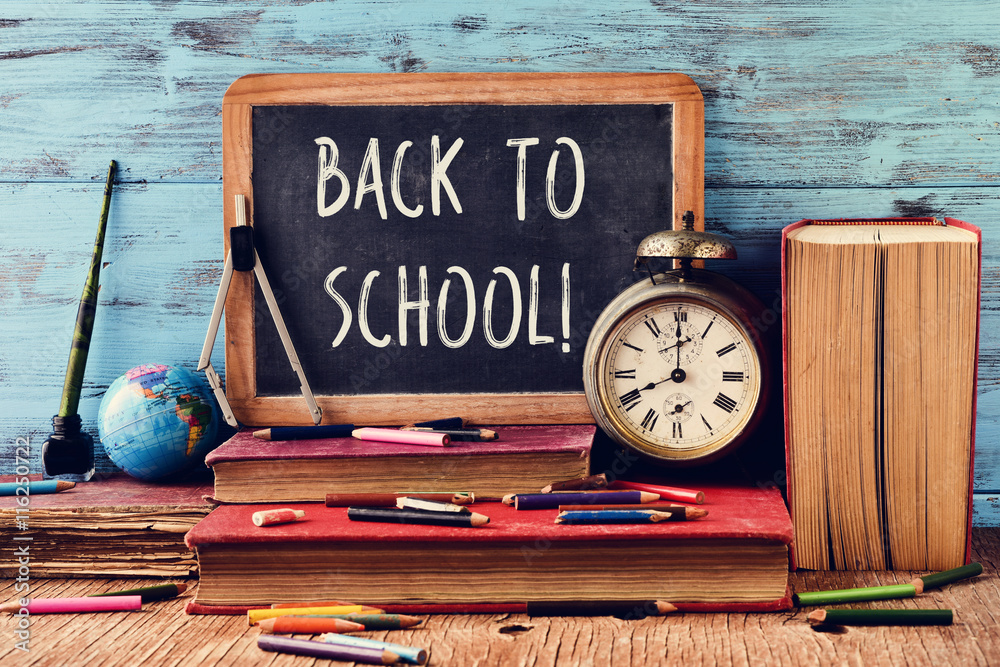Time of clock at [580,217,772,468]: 7:59
